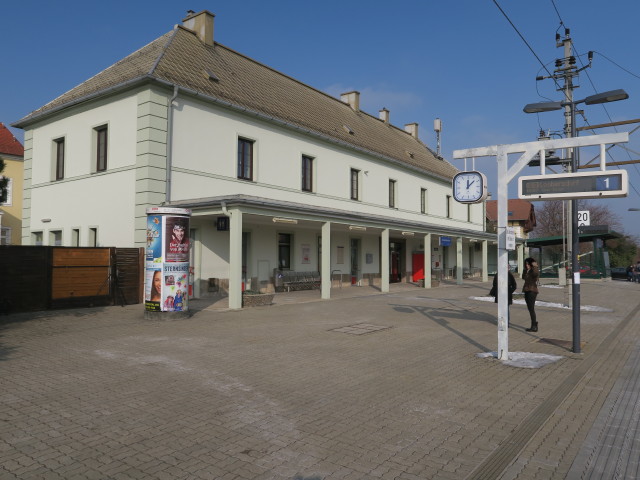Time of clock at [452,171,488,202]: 12:07
